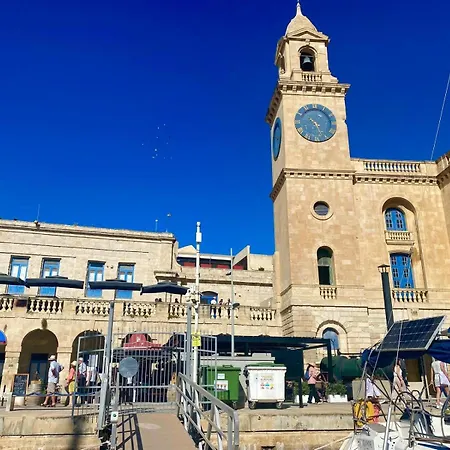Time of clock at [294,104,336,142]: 10:26
